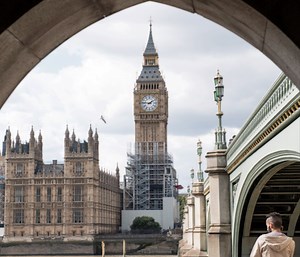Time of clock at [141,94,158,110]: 1:46
